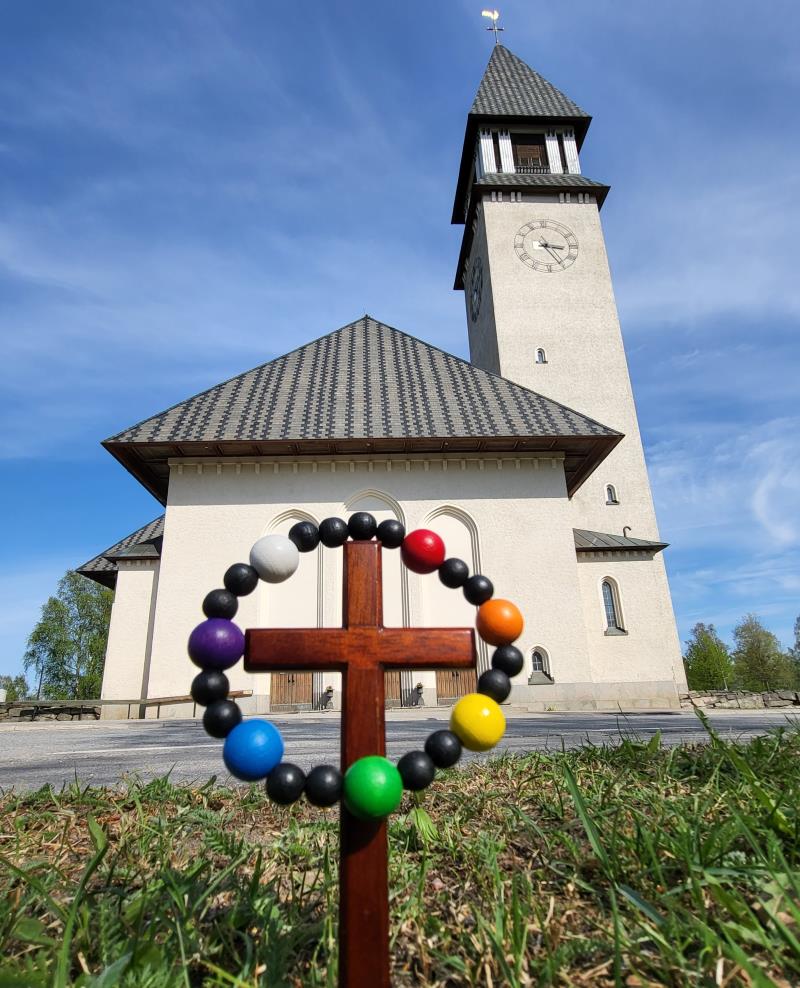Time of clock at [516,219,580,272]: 3:24
